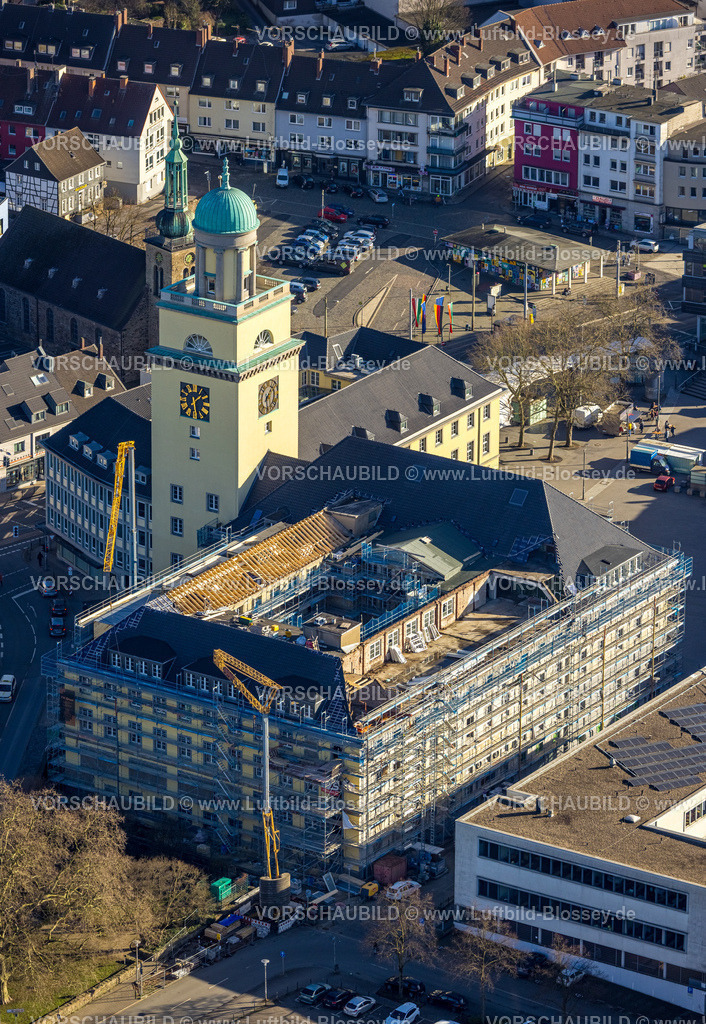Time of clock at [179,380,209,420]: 1:28
